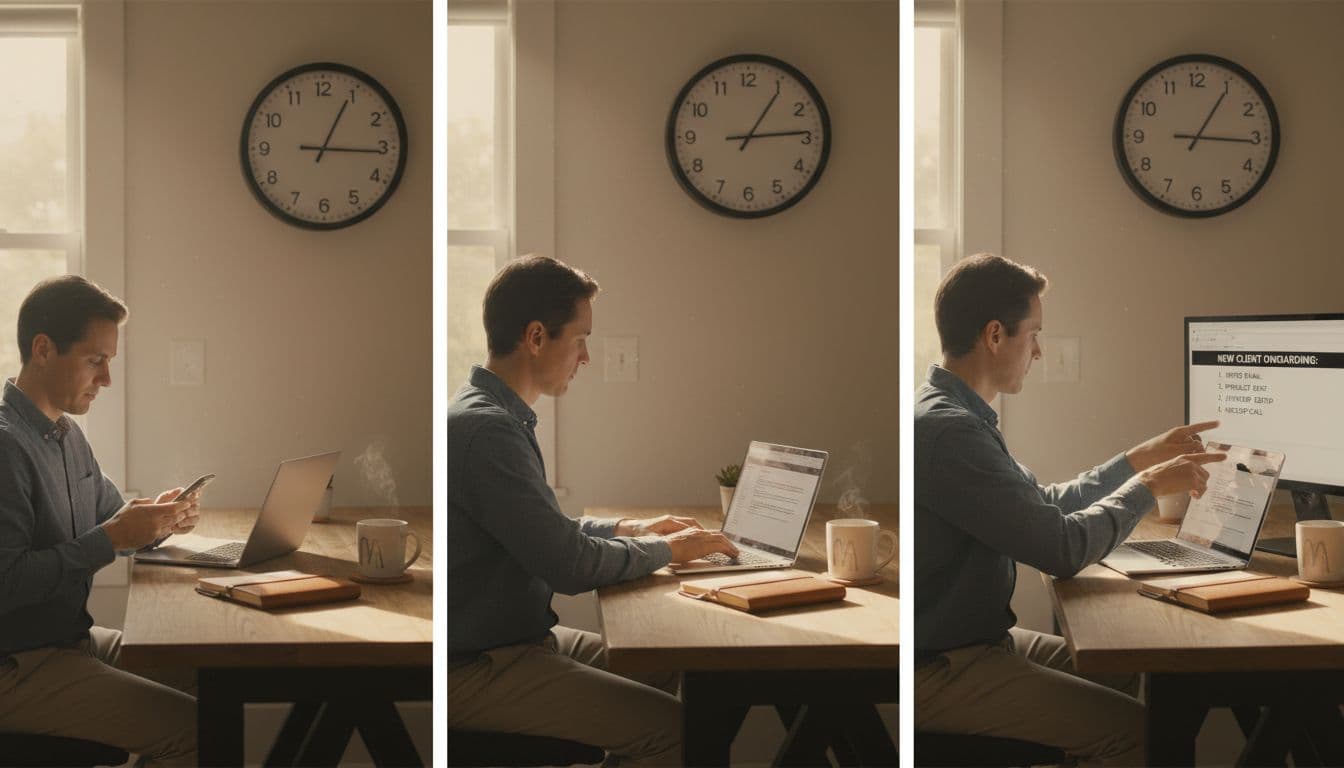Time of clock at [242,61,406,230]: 3:04
